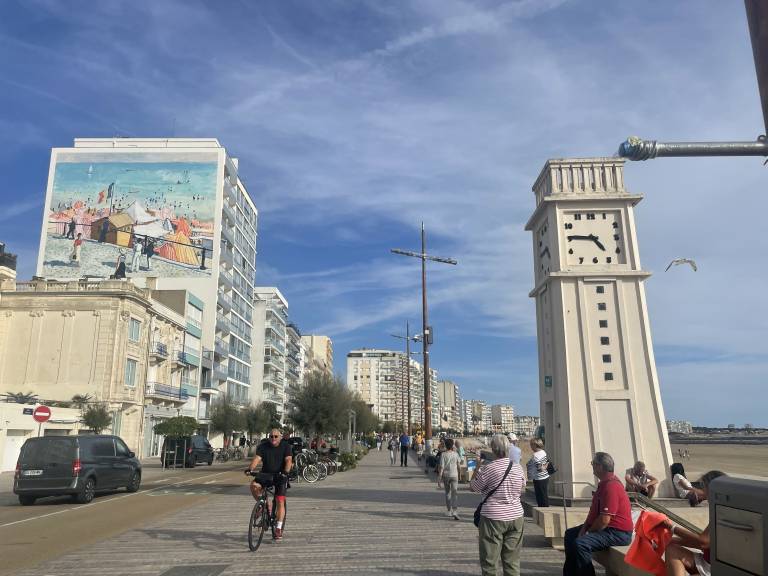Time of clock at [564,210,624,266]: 4:45
